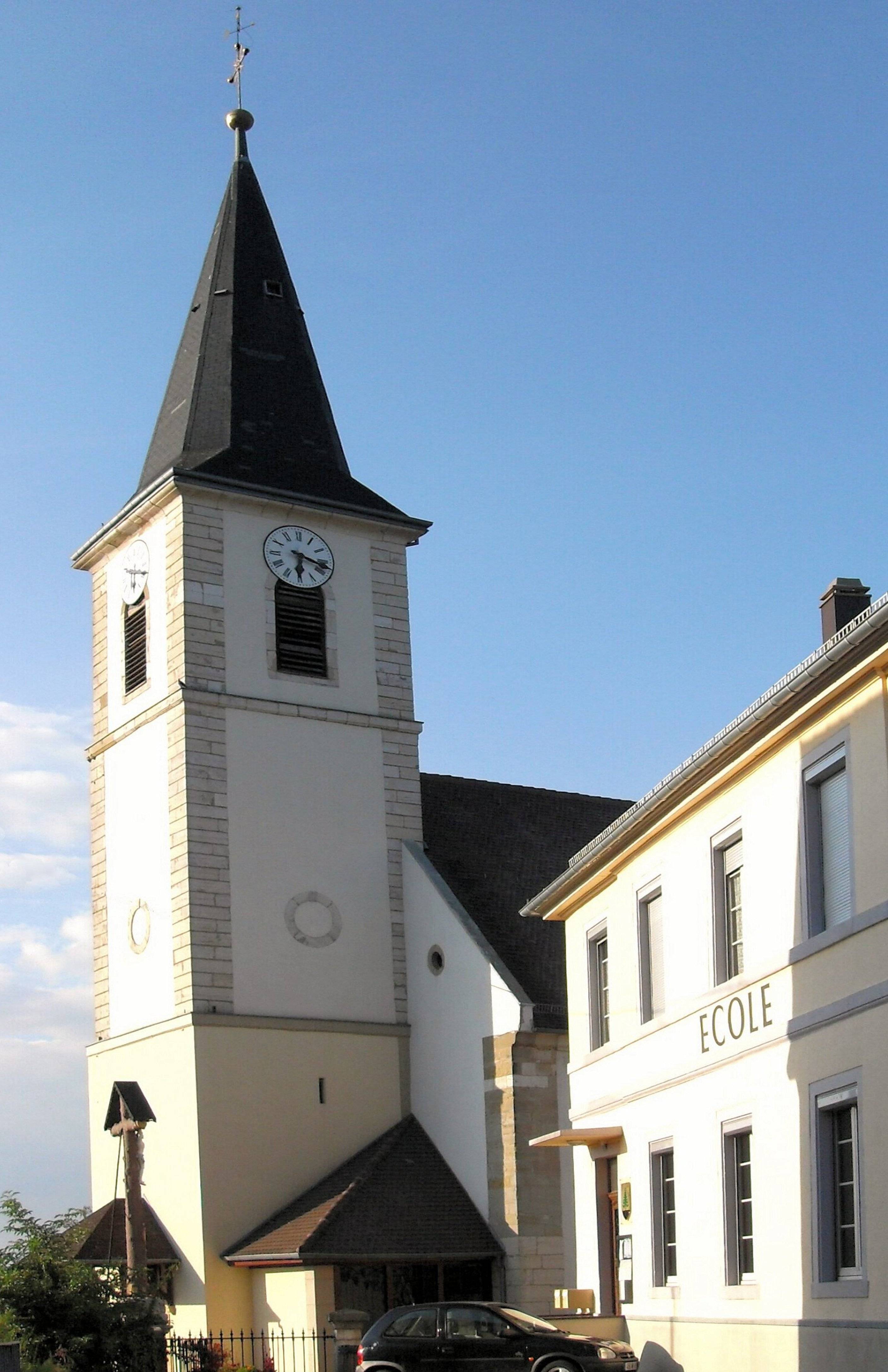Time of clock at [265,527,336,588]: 6:17
